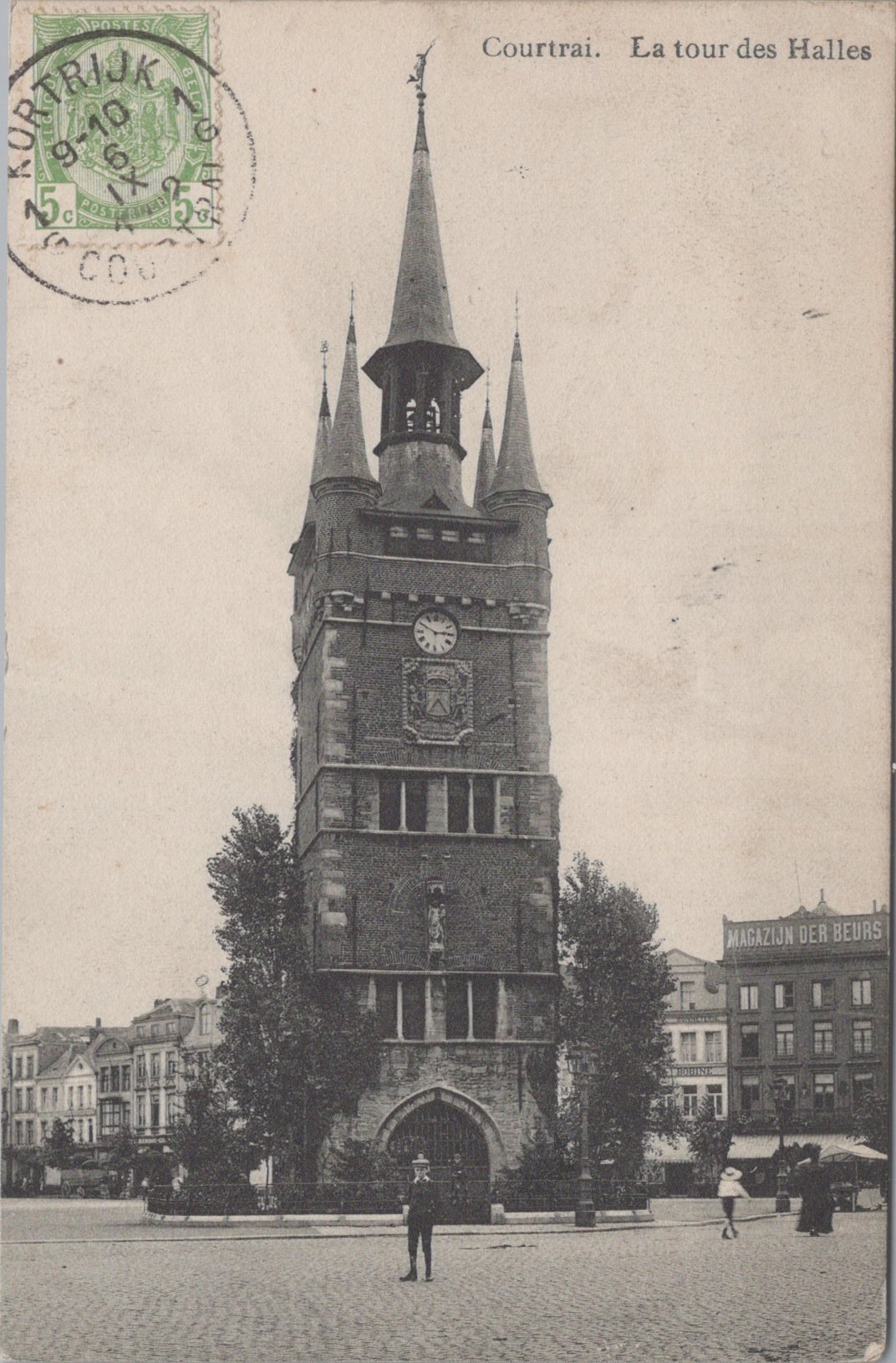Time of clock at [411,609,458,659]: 2:49
